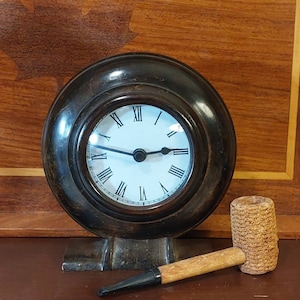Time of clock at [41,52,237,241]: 2:47
